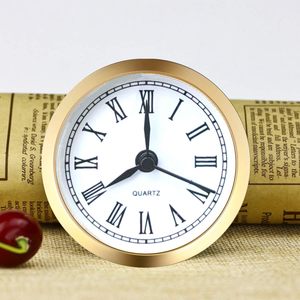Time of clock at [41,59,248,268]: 8:00
